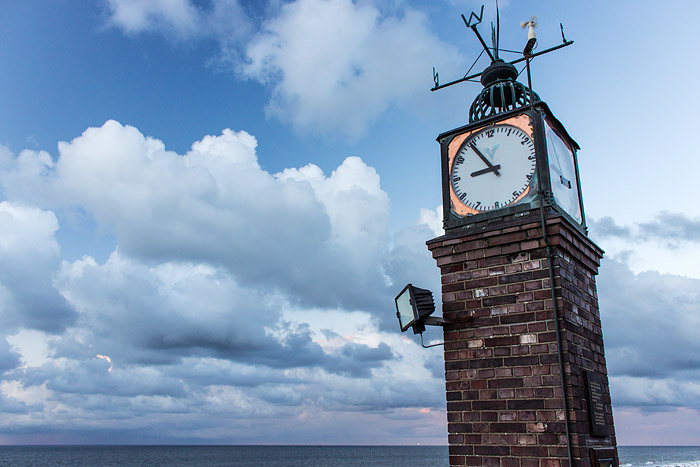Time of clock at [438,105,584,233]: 8:54
